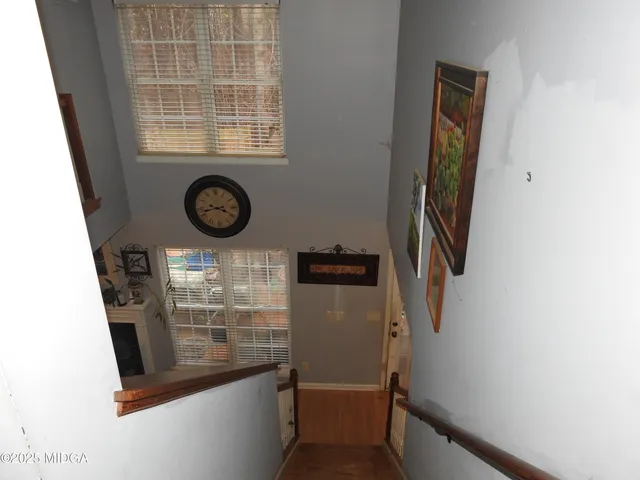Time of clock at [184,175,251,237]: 3:42
